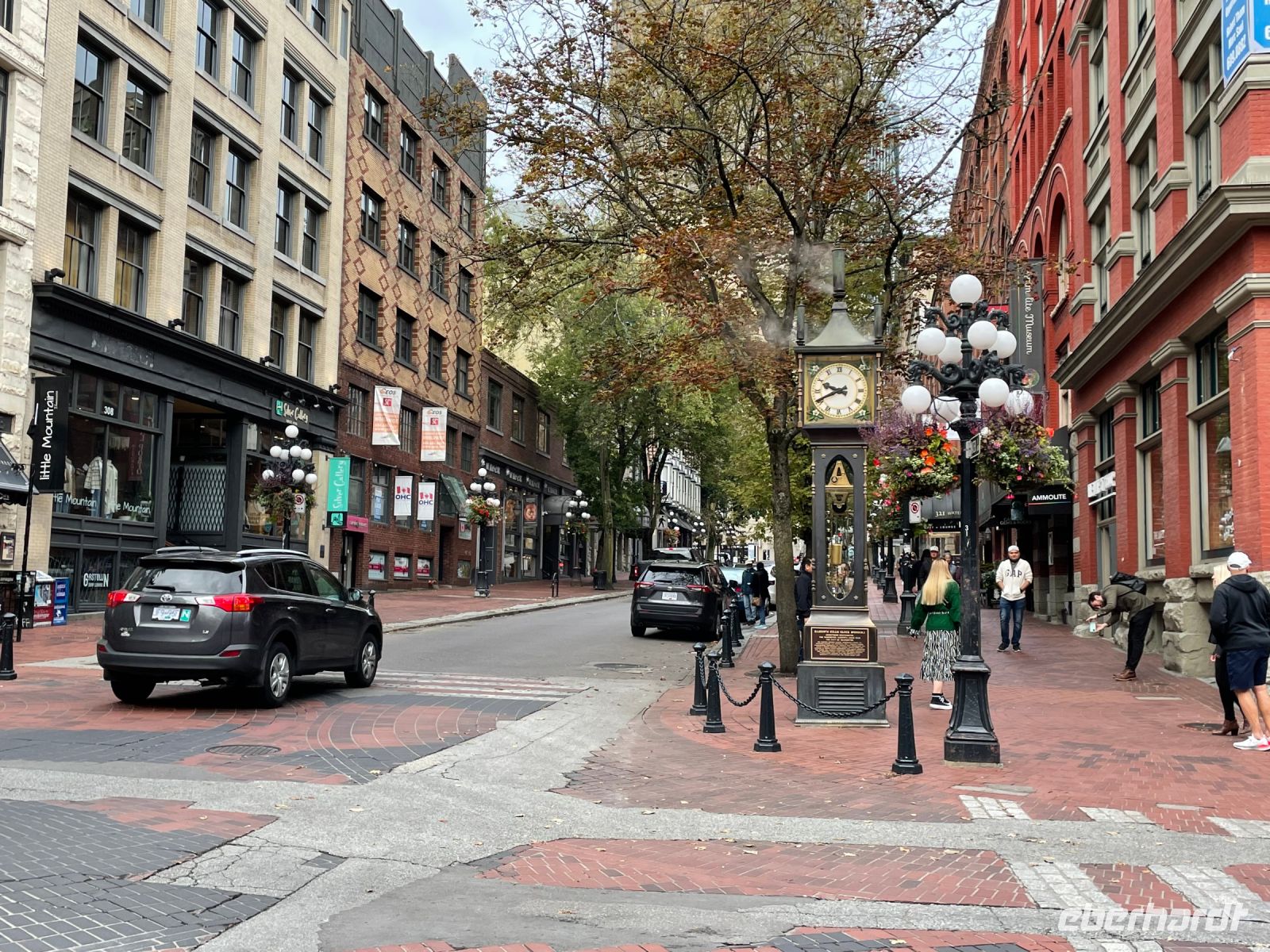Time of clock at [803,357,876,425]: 9:41
